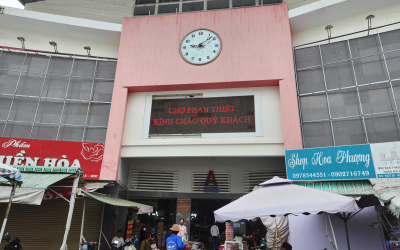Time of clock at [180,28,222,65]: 9:08
